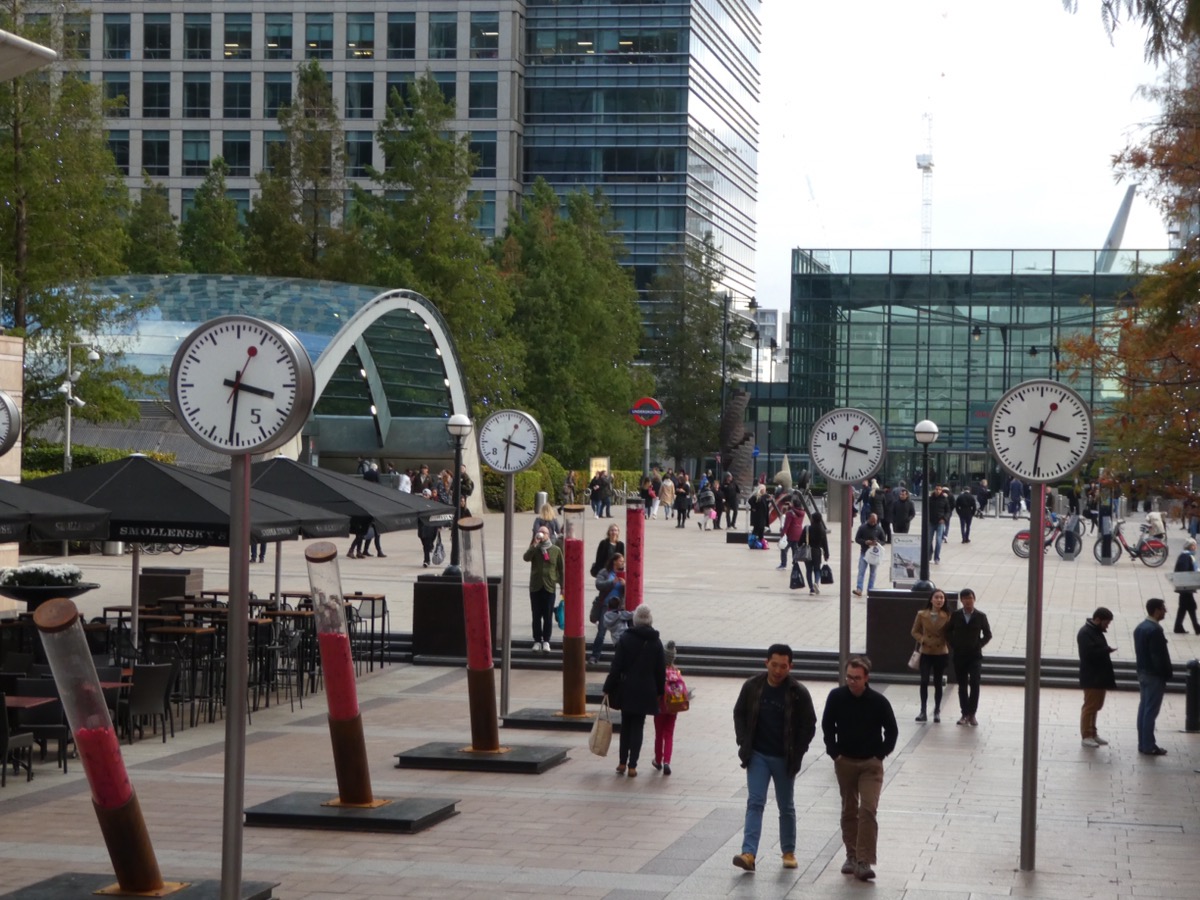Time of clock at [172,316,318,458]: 3:31
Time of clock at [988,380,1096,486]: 3:31
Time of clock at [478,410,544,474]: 3:31
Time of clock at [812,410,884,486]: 3:31
